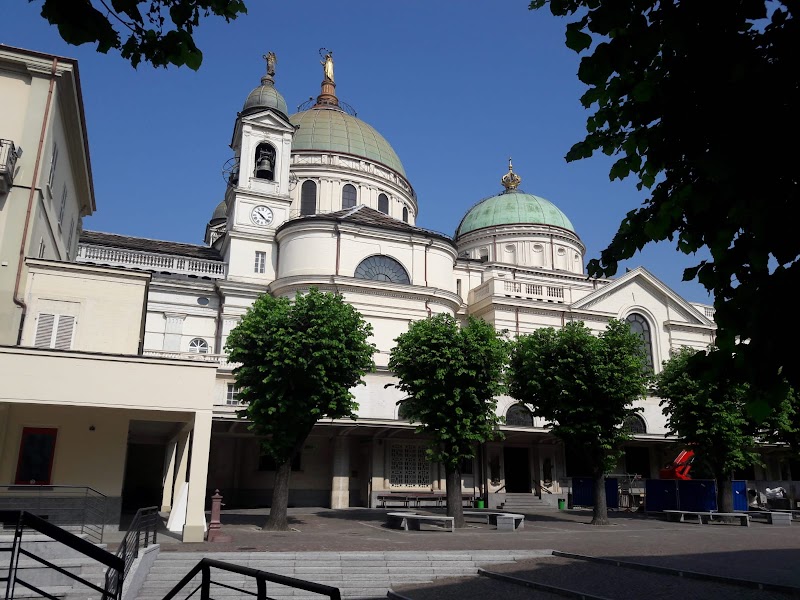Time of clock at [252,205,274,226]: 10:22
